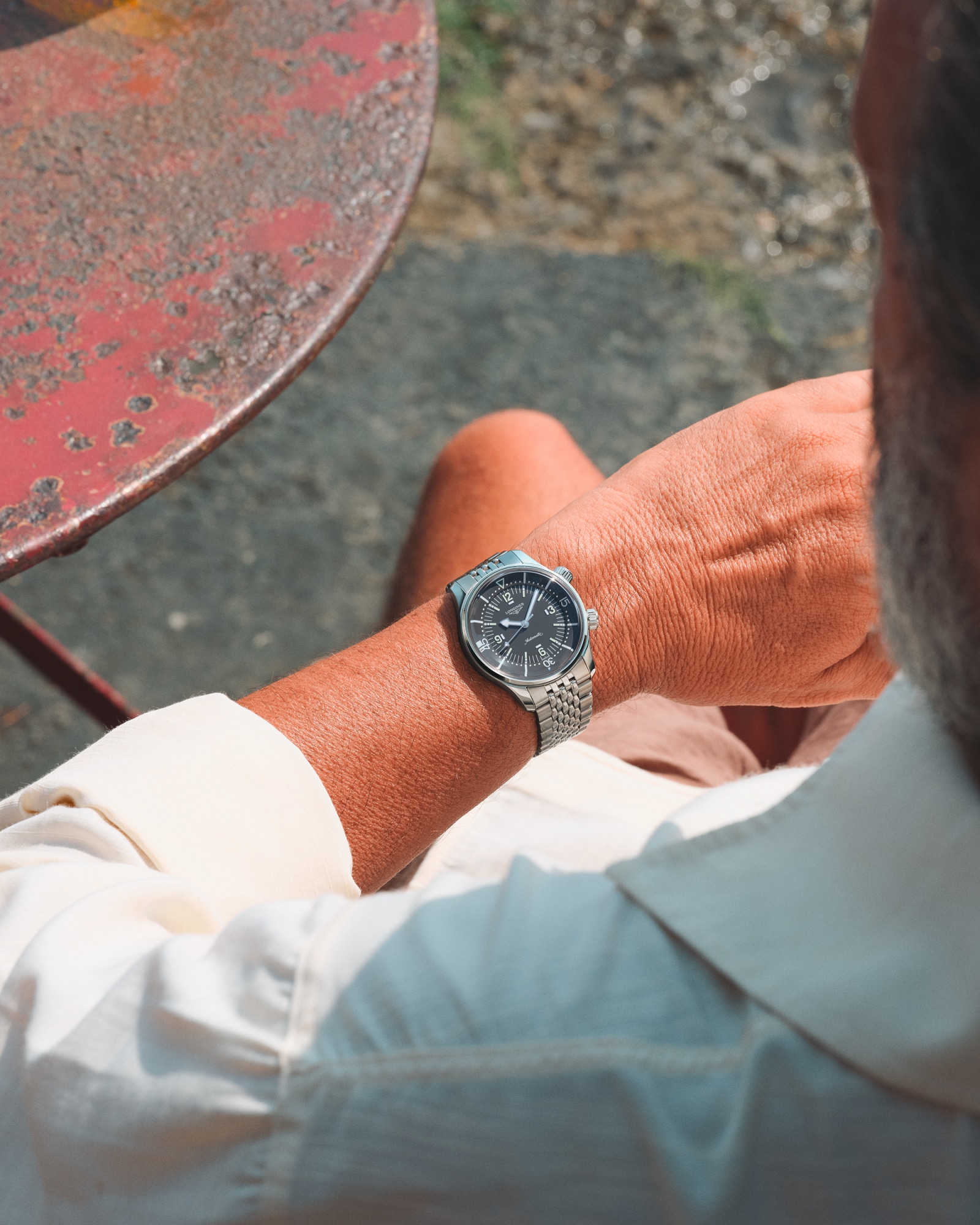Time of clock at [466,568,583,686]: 9:03
